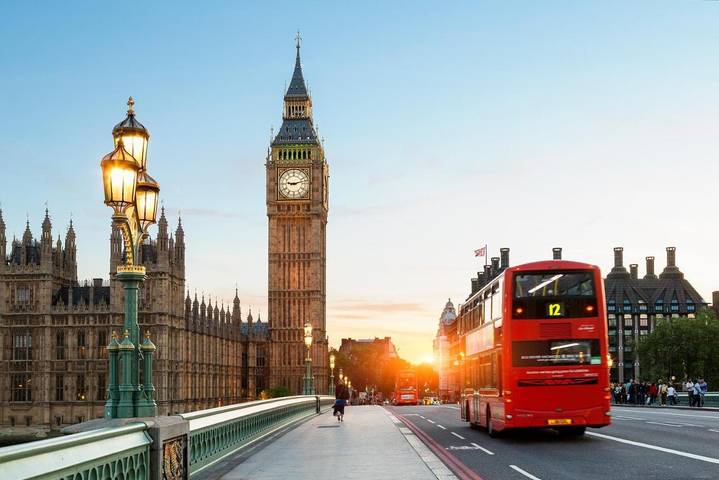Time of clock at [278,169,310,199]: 9:12
